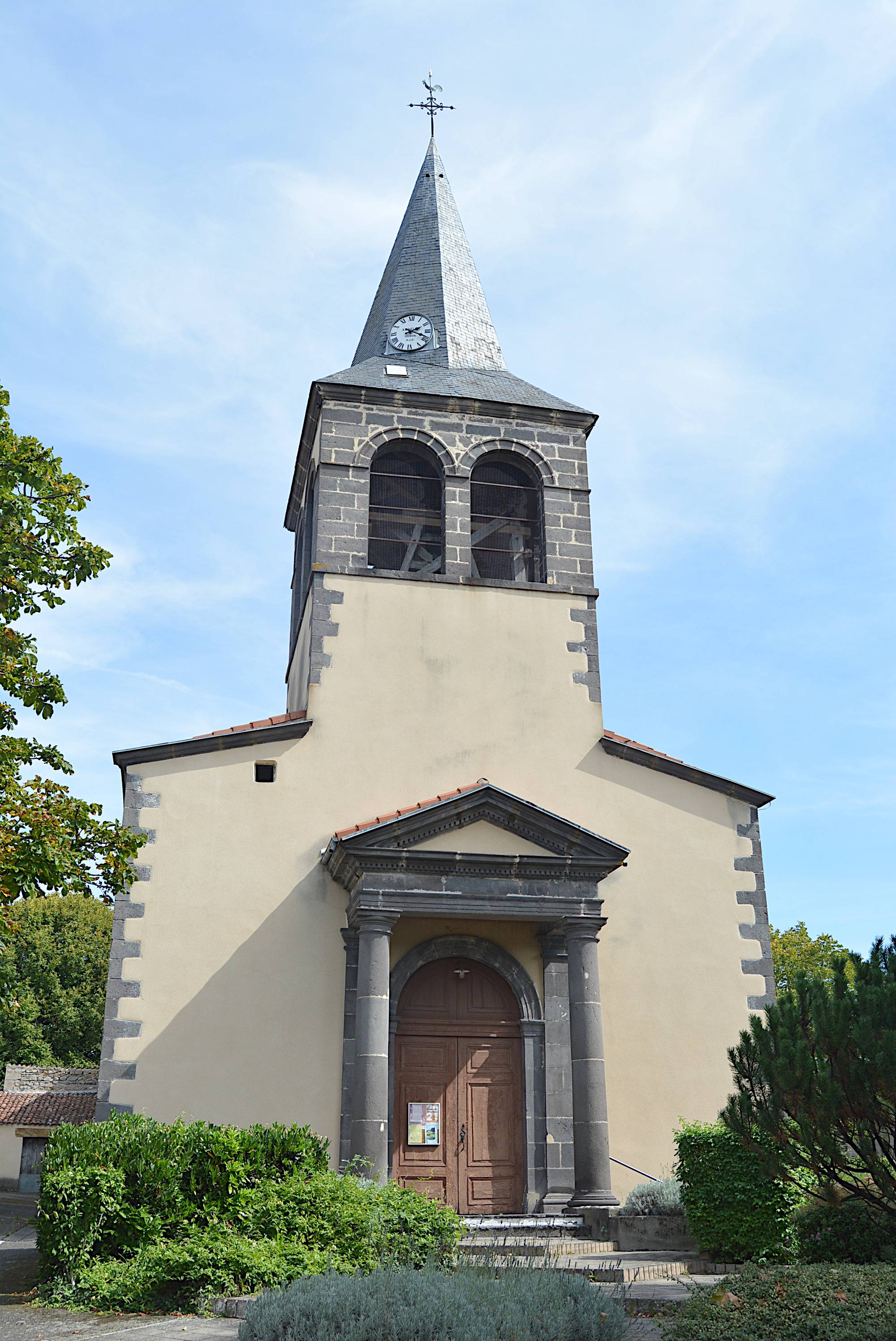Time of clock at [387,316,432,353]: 2:18
